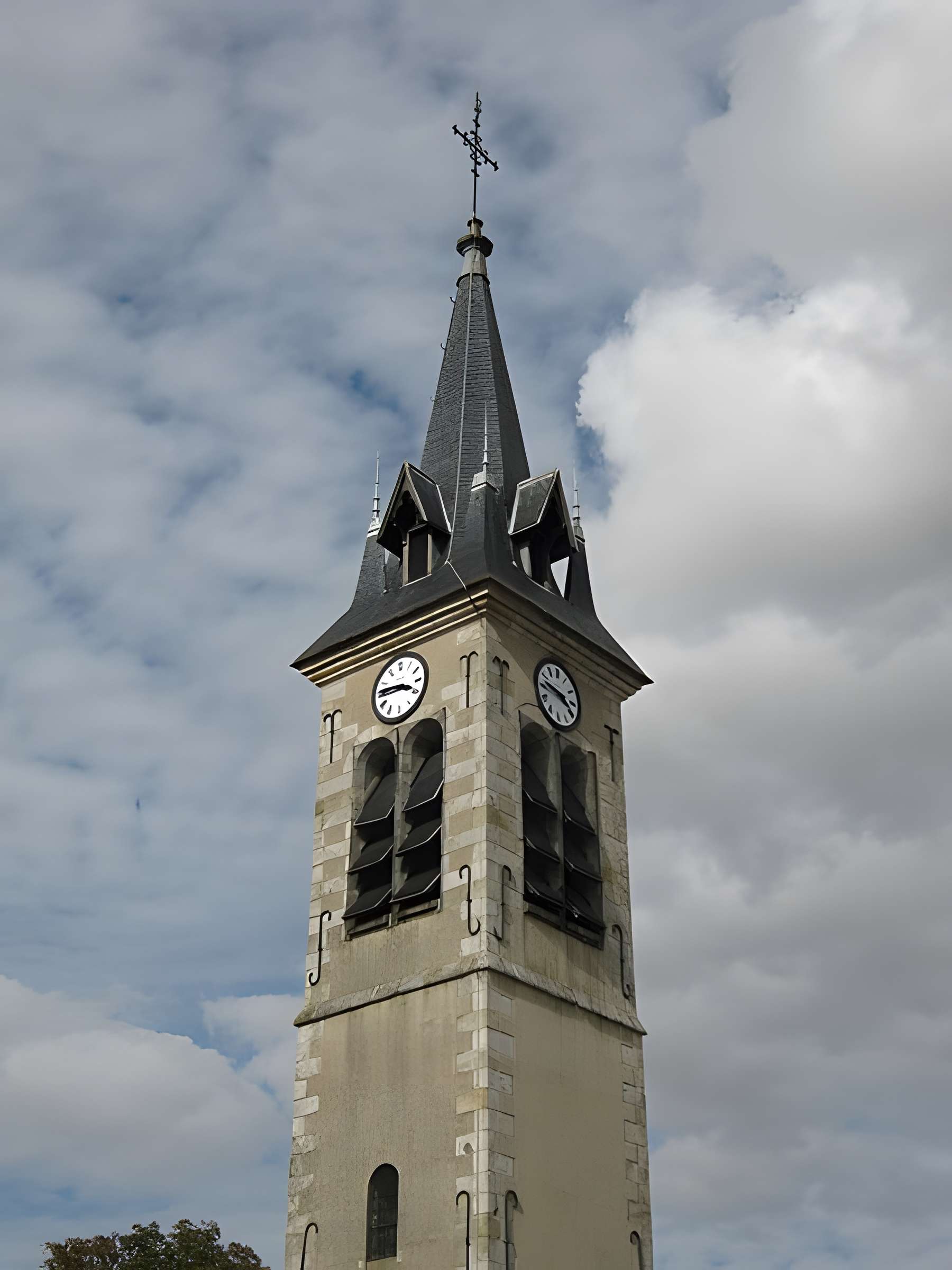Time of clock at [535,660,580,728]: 3:46
